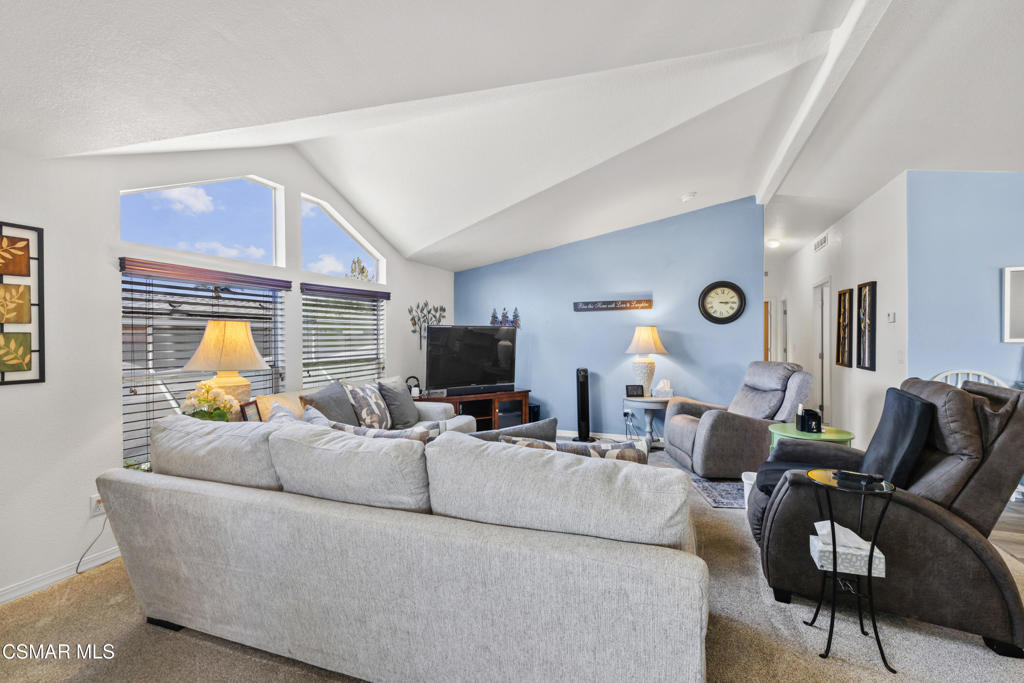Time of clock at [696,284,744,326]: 3:14
